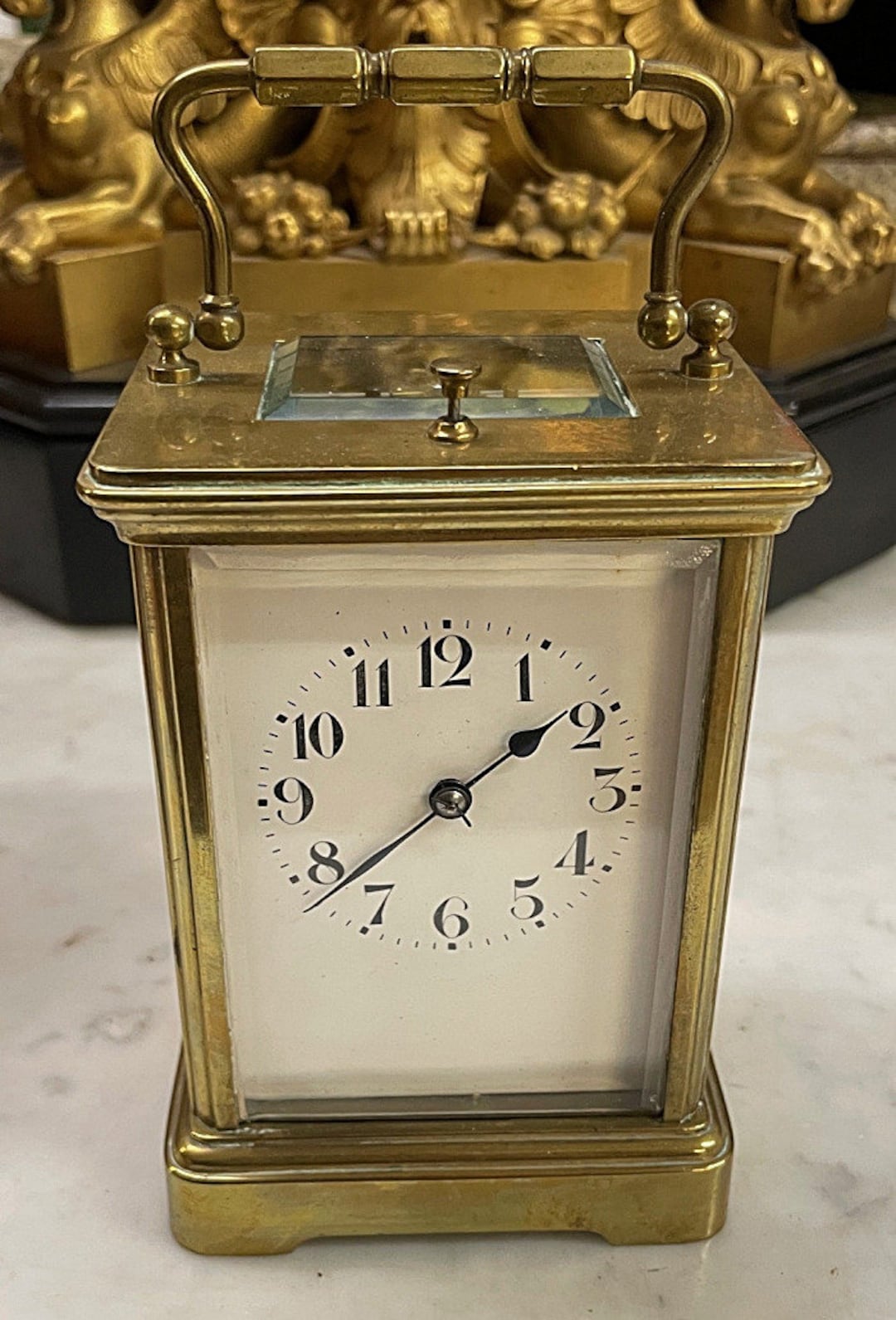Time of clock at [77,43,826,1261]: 1:39
